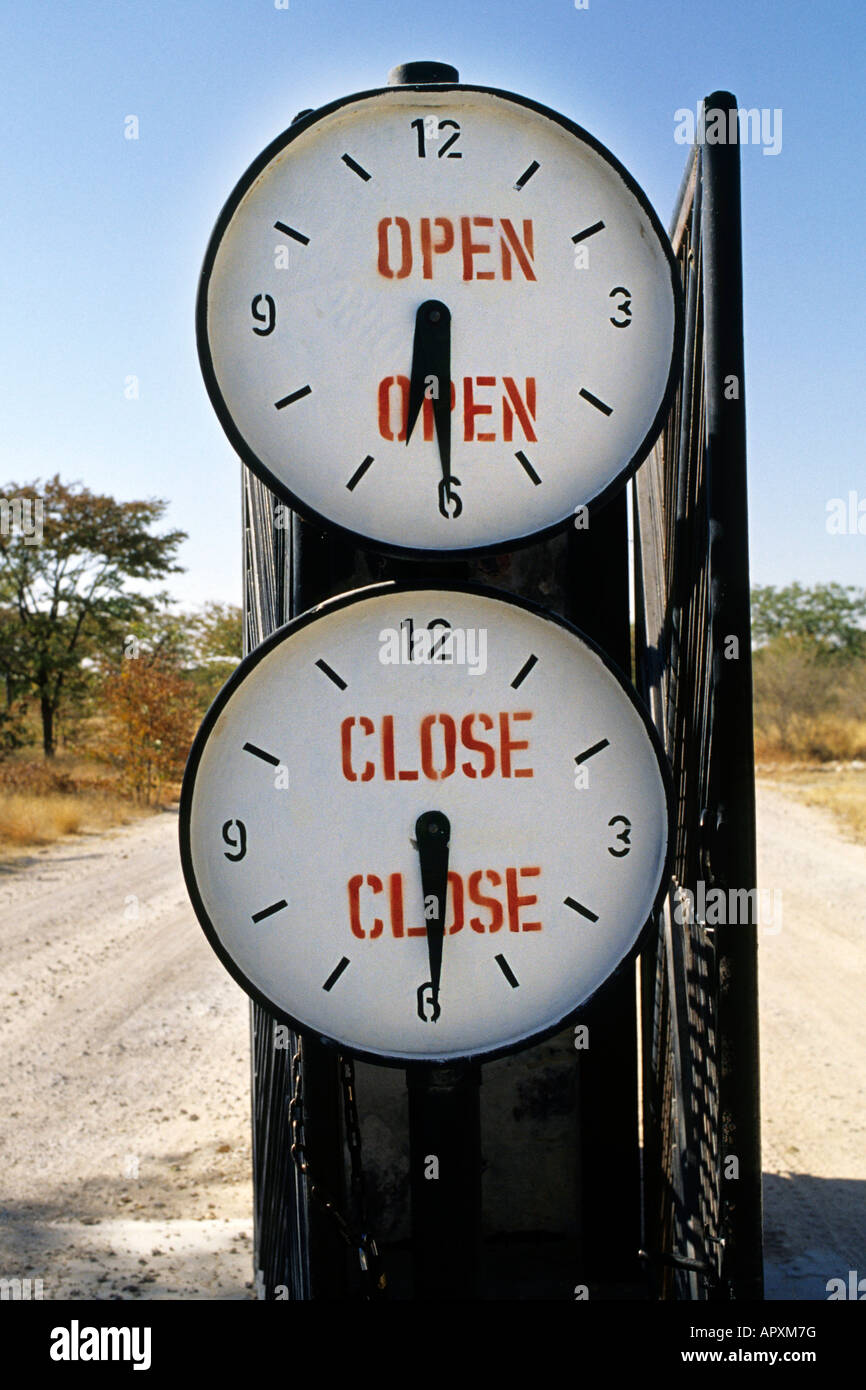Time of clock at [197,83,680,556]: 6:29
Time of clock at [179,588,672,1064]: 5:29
